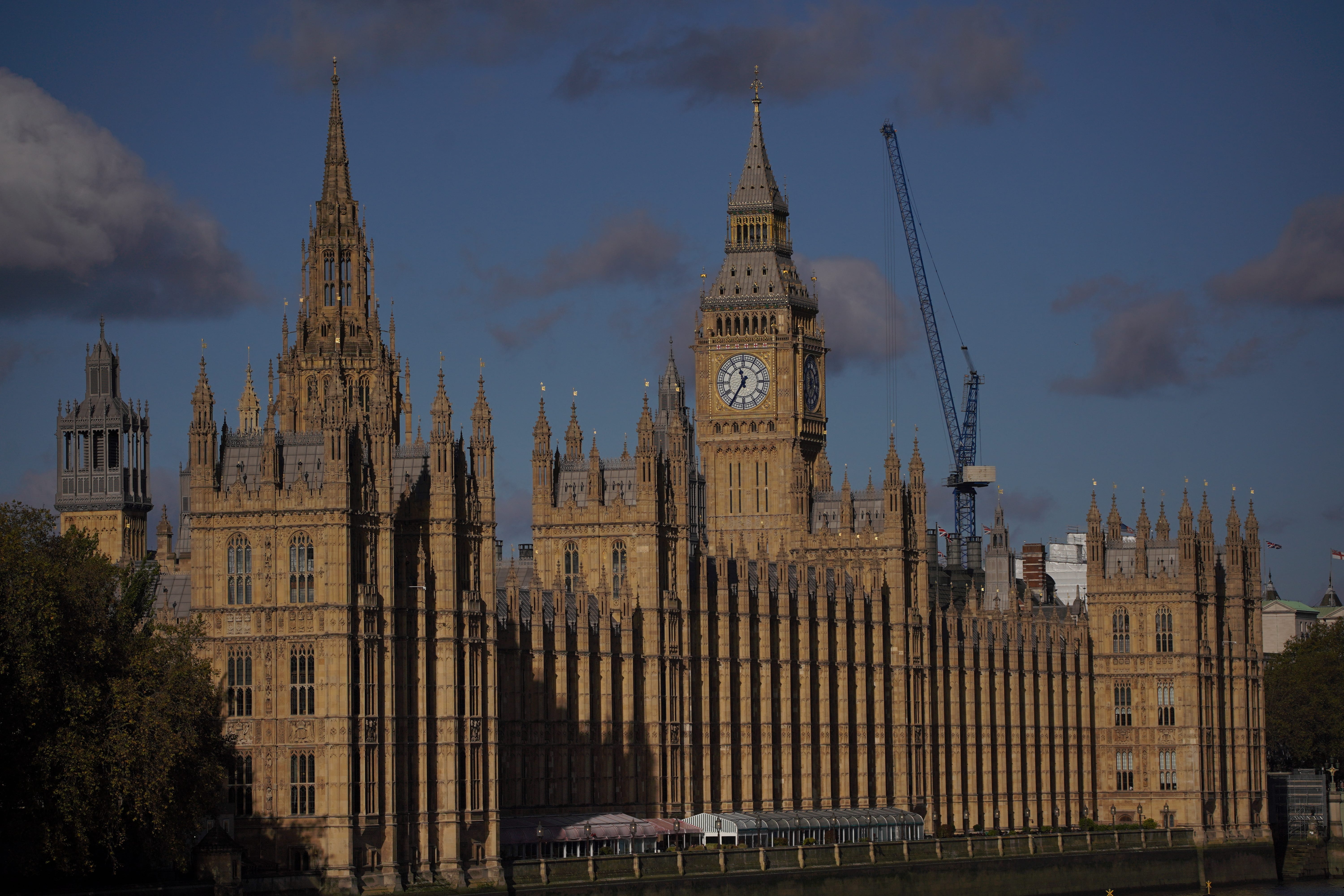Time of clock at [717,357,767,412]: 11:35
